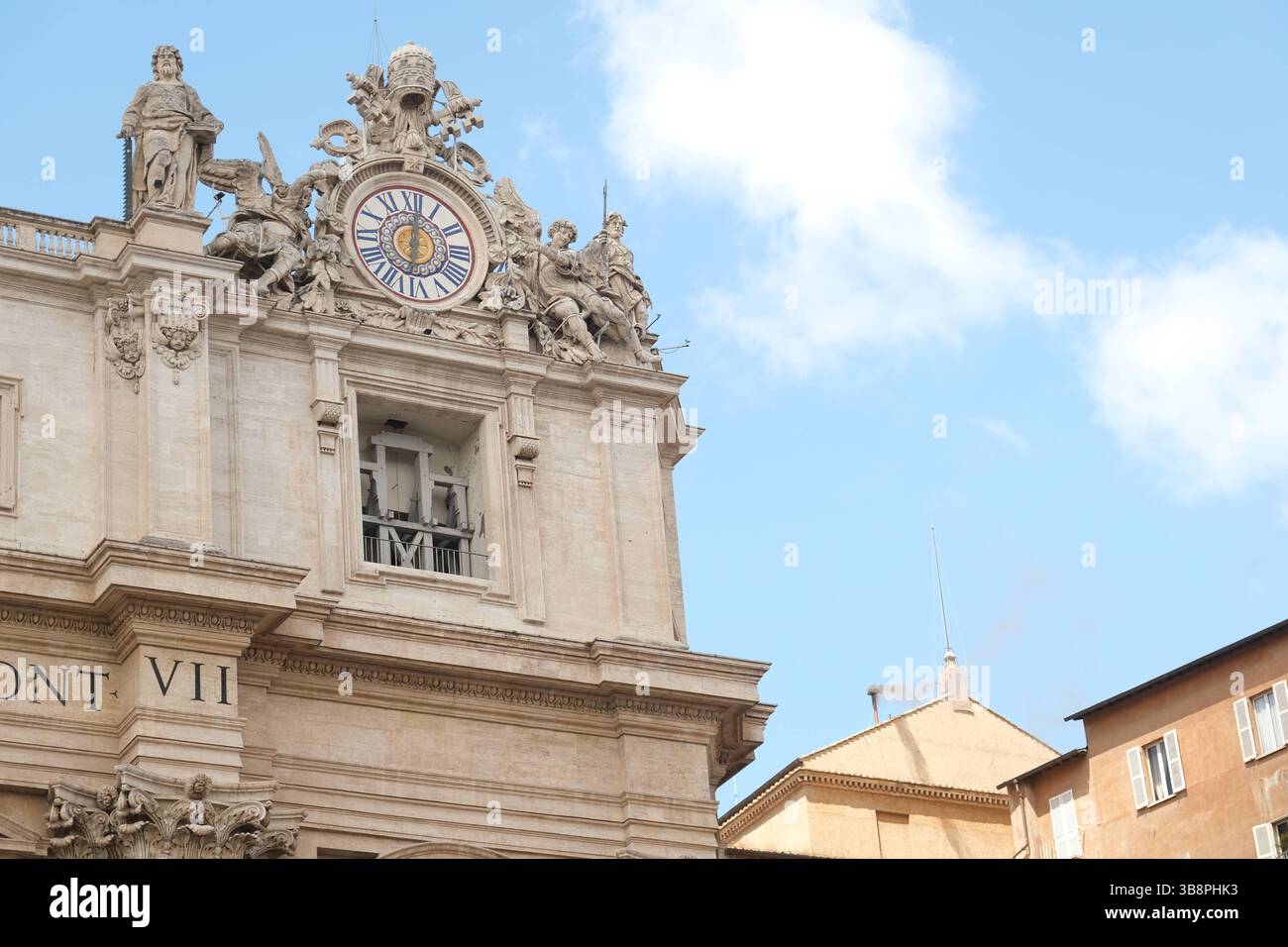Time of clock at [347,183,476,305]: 6:01
